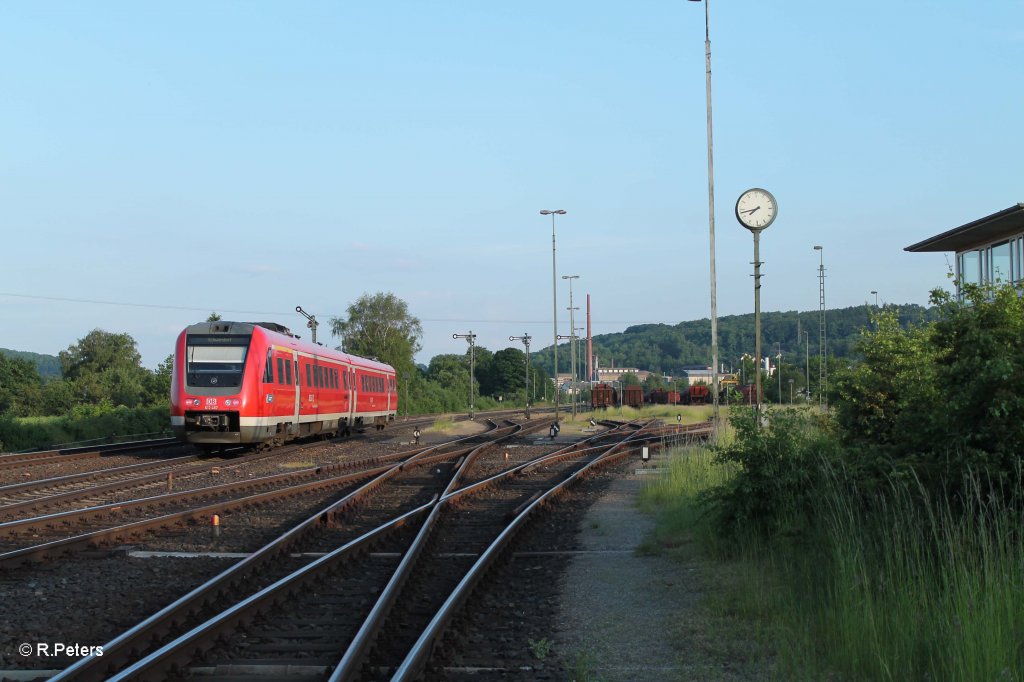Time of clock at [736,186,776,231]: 7:42
